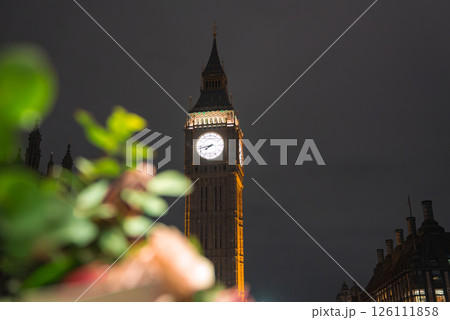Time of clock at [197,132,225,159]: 7:42
